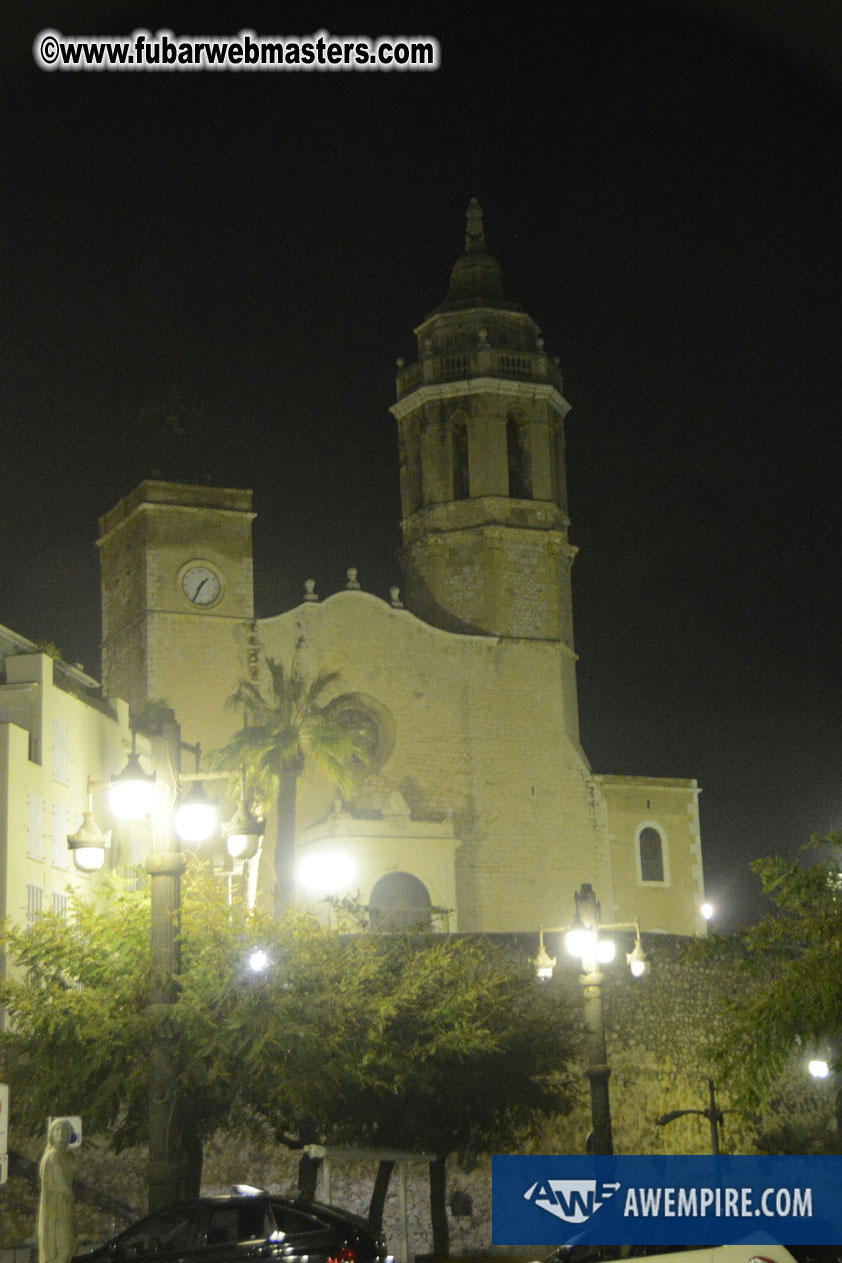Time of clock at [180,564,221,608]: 1:34
